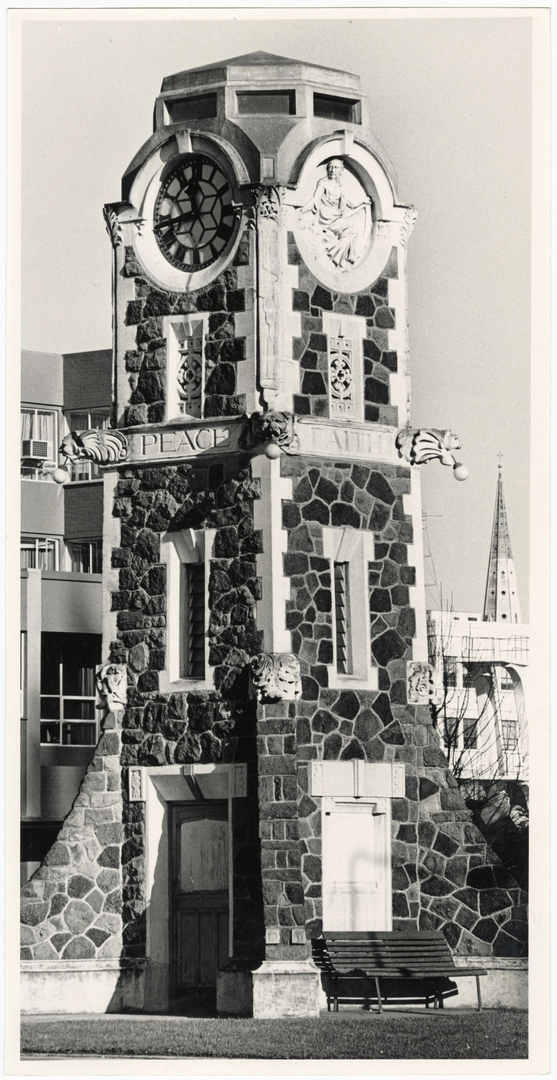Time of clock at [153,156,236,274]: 11:42
